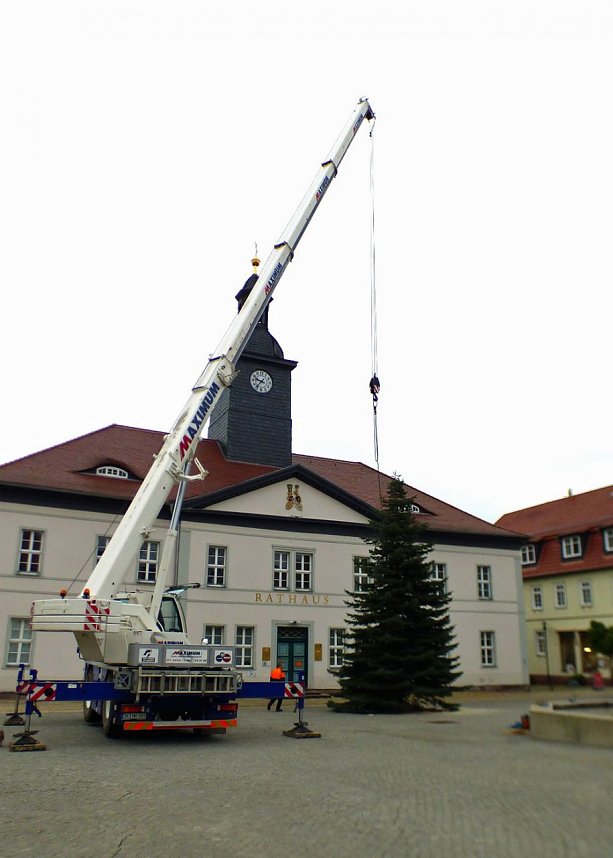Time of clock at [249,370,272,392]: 9:36
